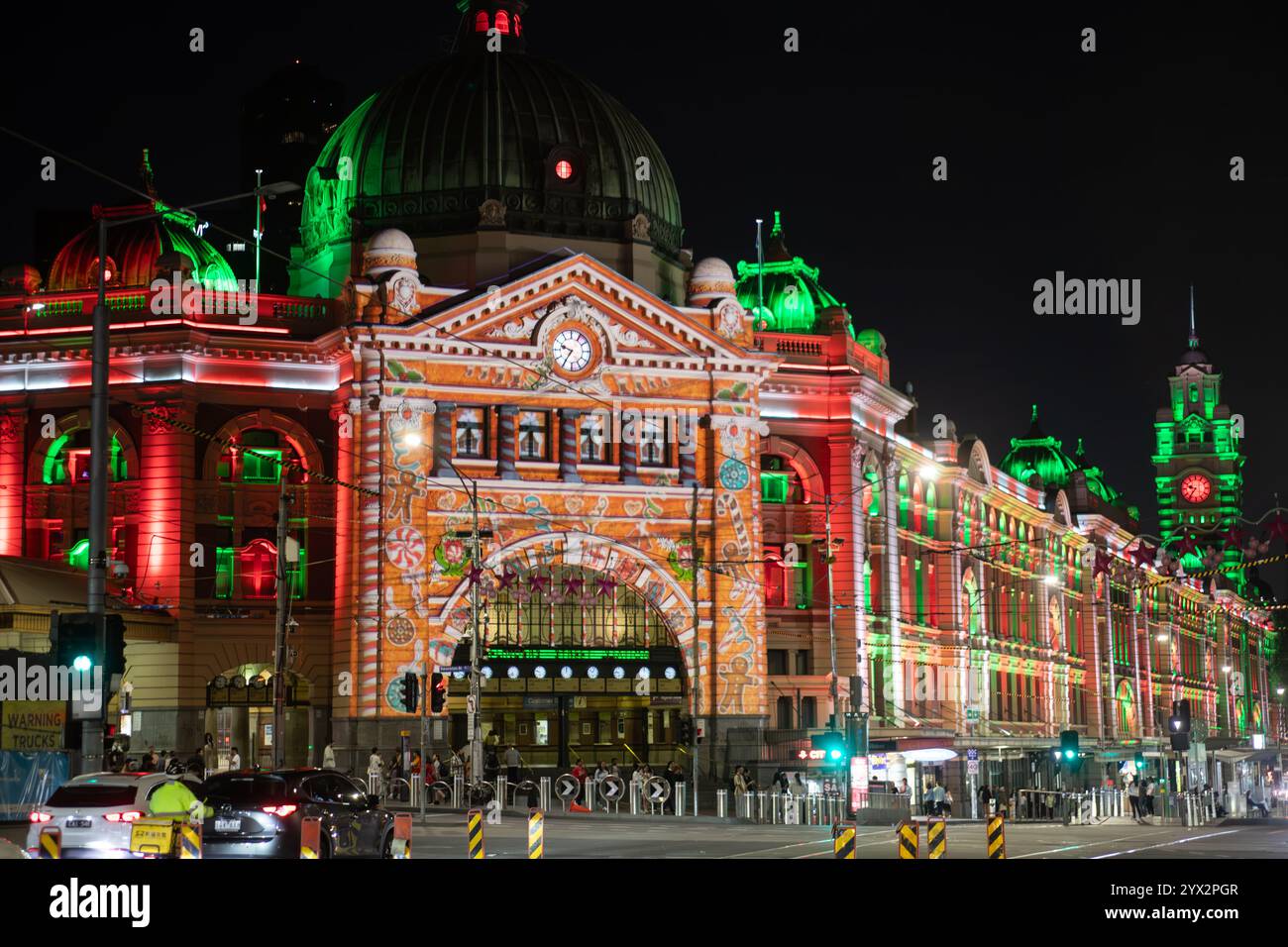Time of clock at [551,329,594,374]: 9:35
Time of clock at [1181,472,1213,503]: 9:36
